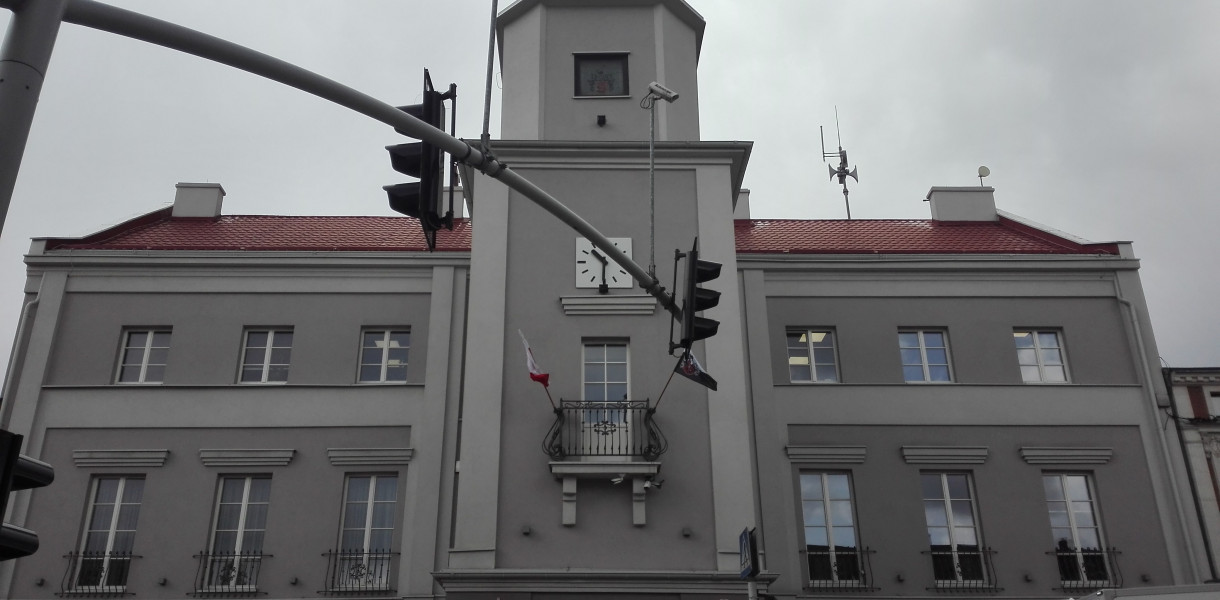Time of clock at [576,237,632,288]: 10:30
